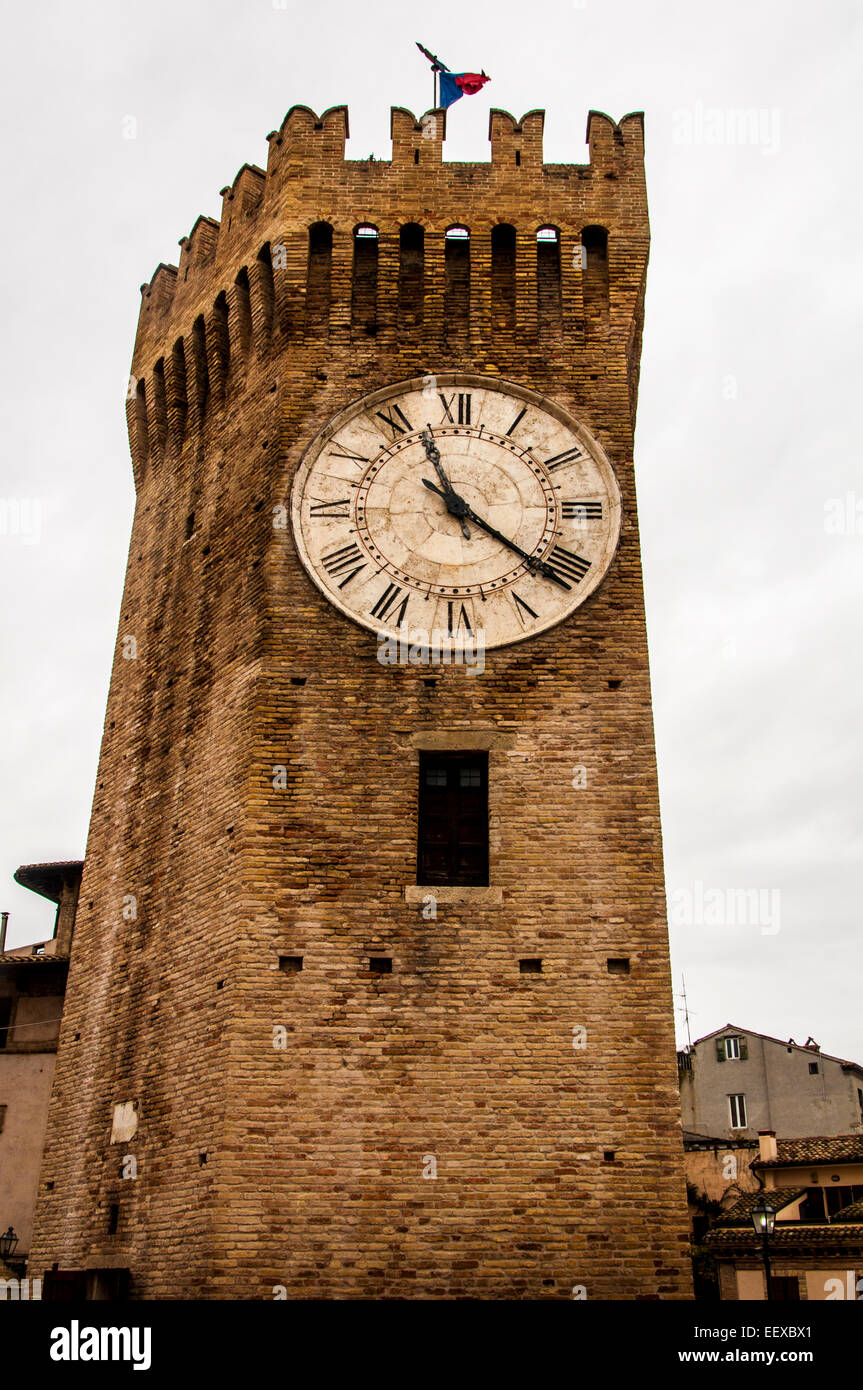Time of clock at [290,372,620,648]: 11:21
